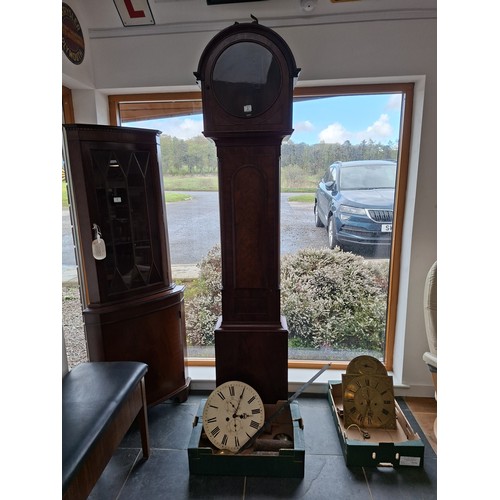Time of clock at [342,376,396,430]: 5:33
